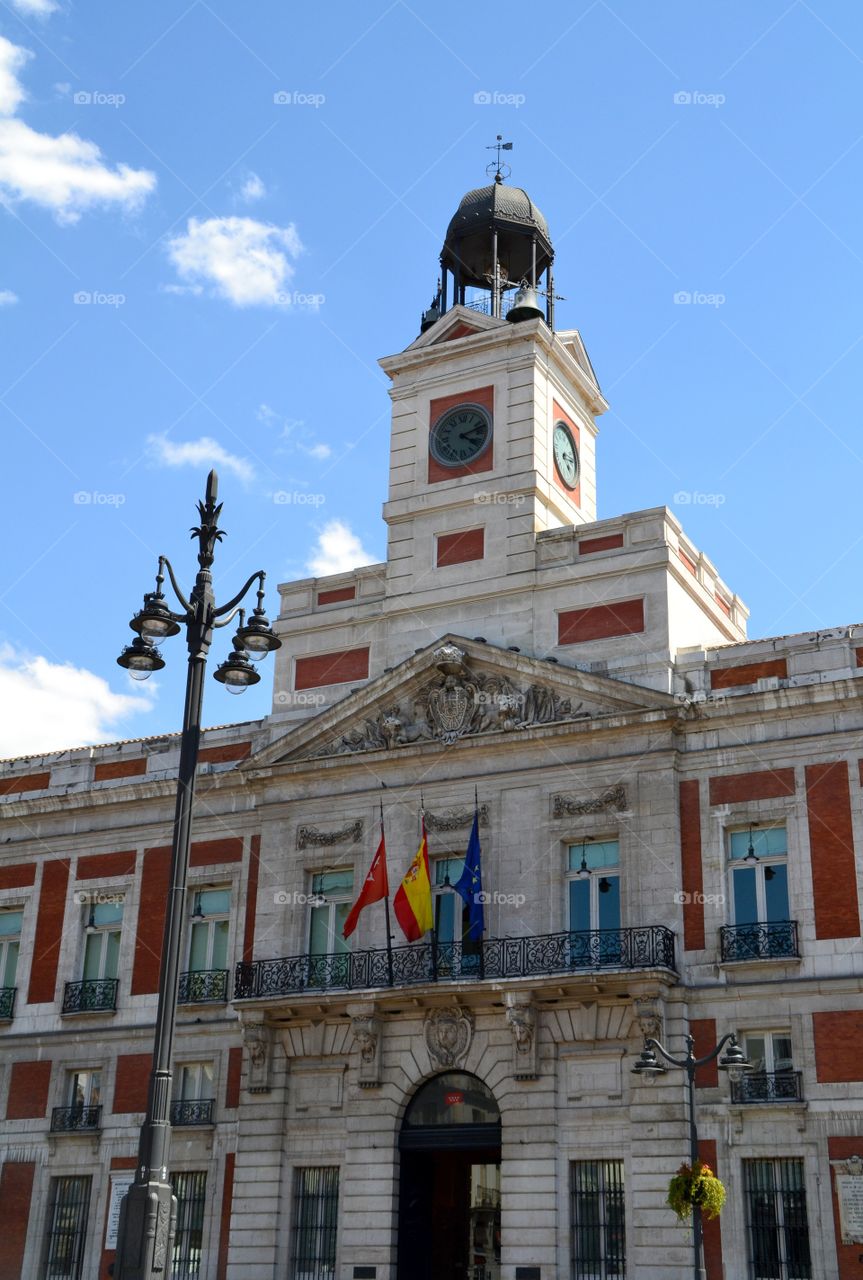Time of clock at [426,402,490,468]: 4:12
